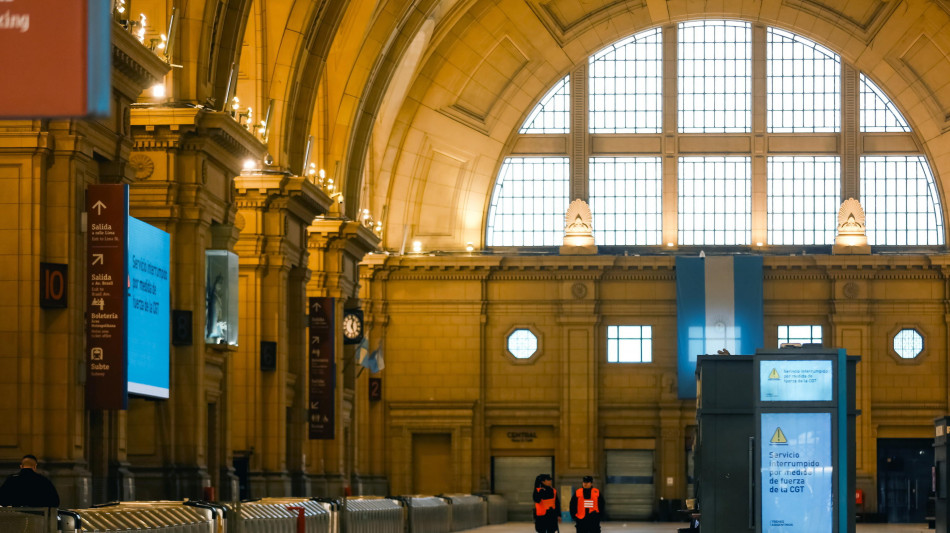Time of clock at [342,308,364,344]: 12:26
